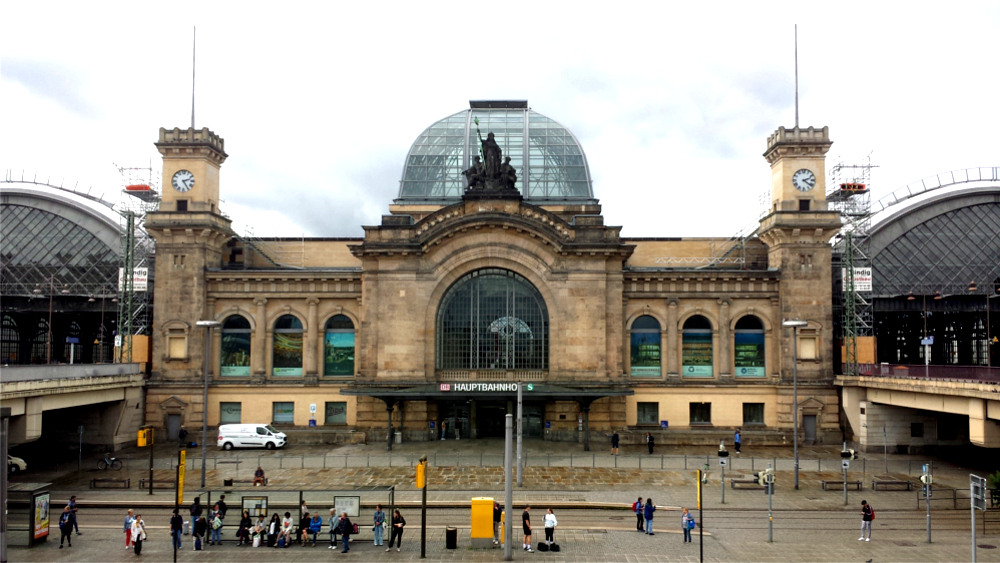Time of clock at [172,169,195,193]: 2:25
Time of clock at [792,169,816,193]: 2:21
